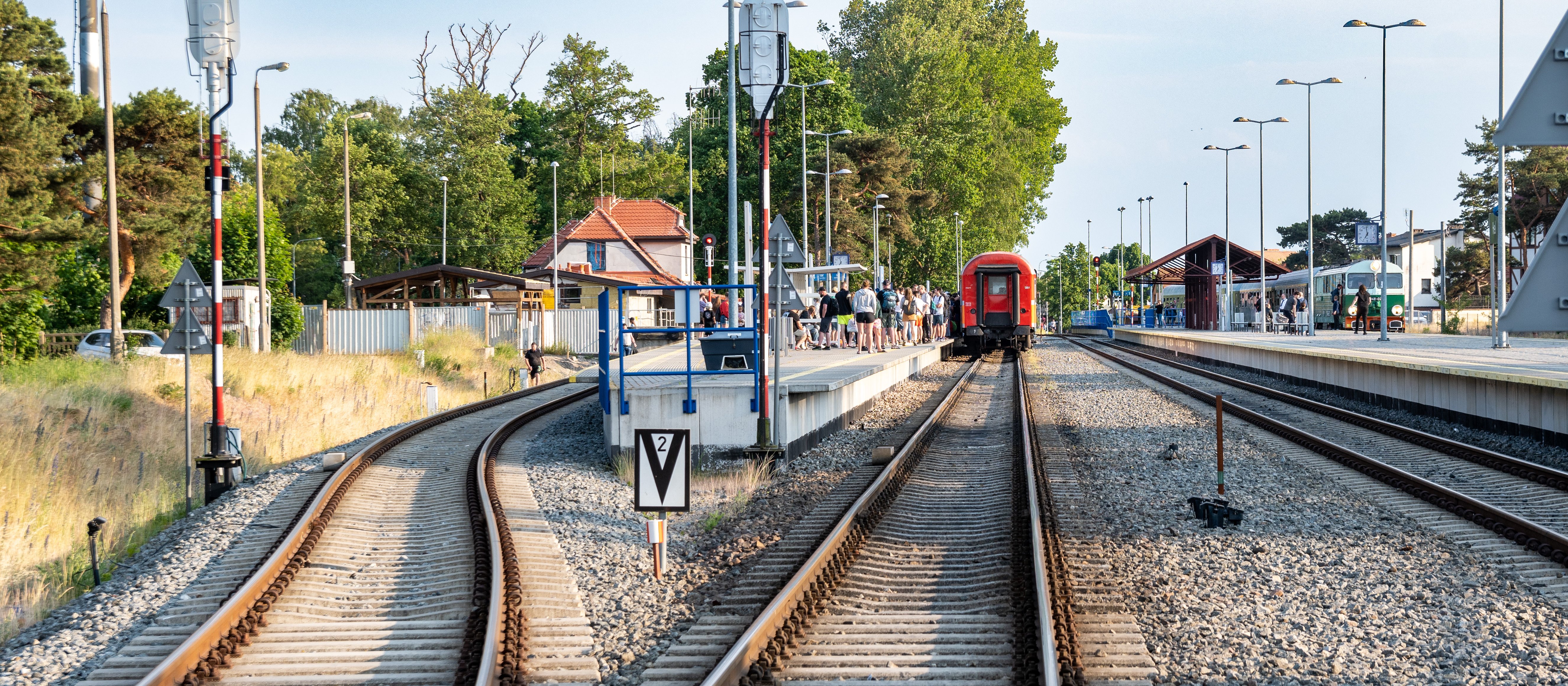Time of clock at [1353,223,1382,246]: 6:58
